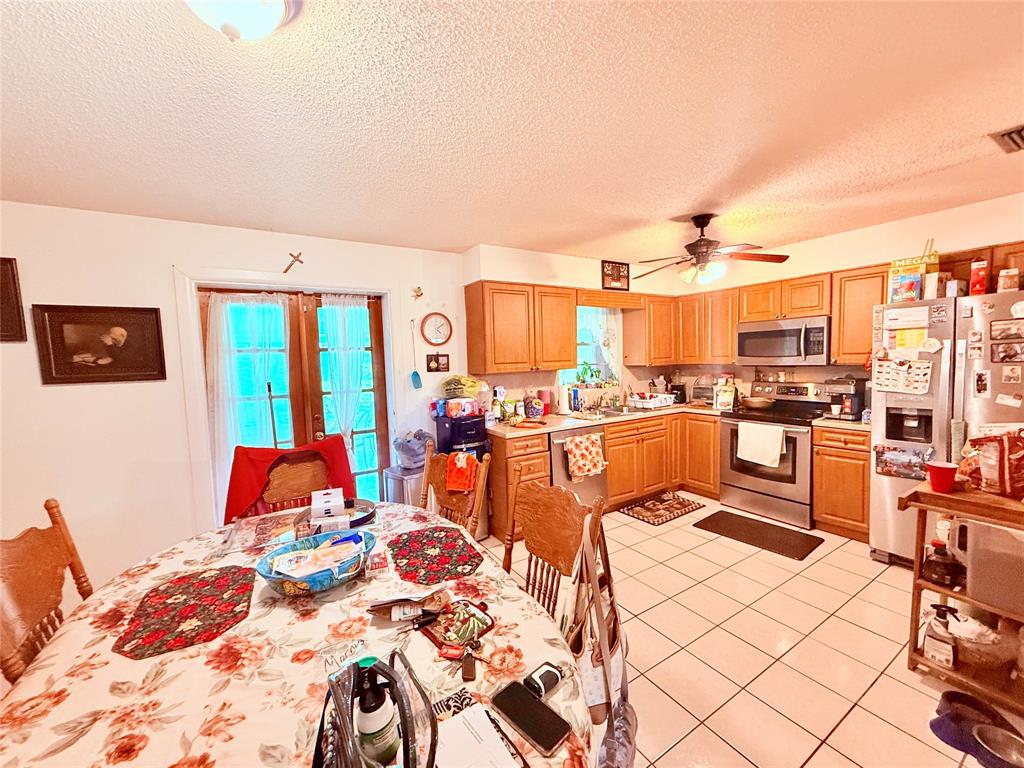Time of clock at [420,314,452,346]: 4:08
